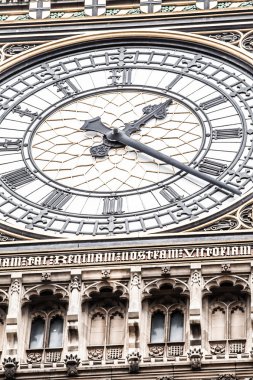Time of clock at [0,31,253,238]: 1:21
